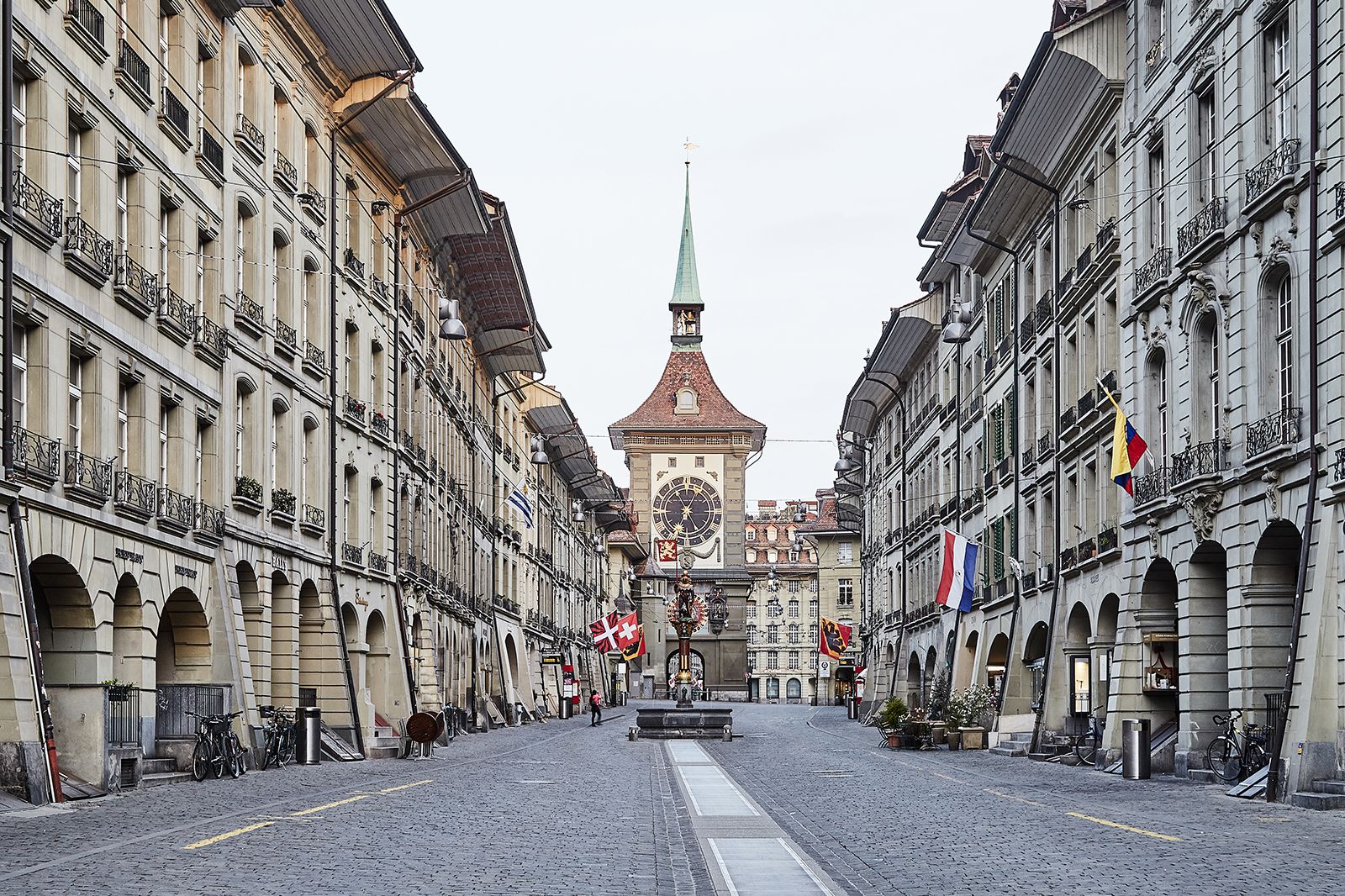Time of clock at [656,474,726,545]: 11:04
